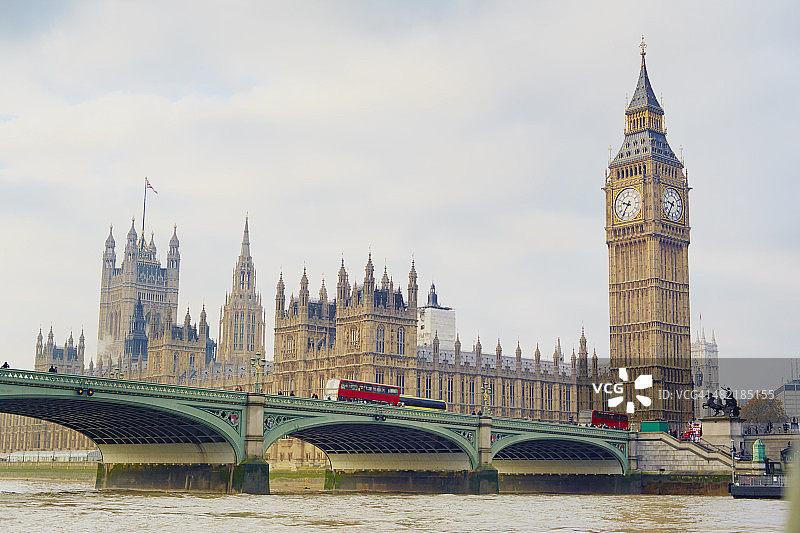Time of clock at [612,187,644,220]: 9:35
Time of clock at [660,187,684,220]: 9:35
